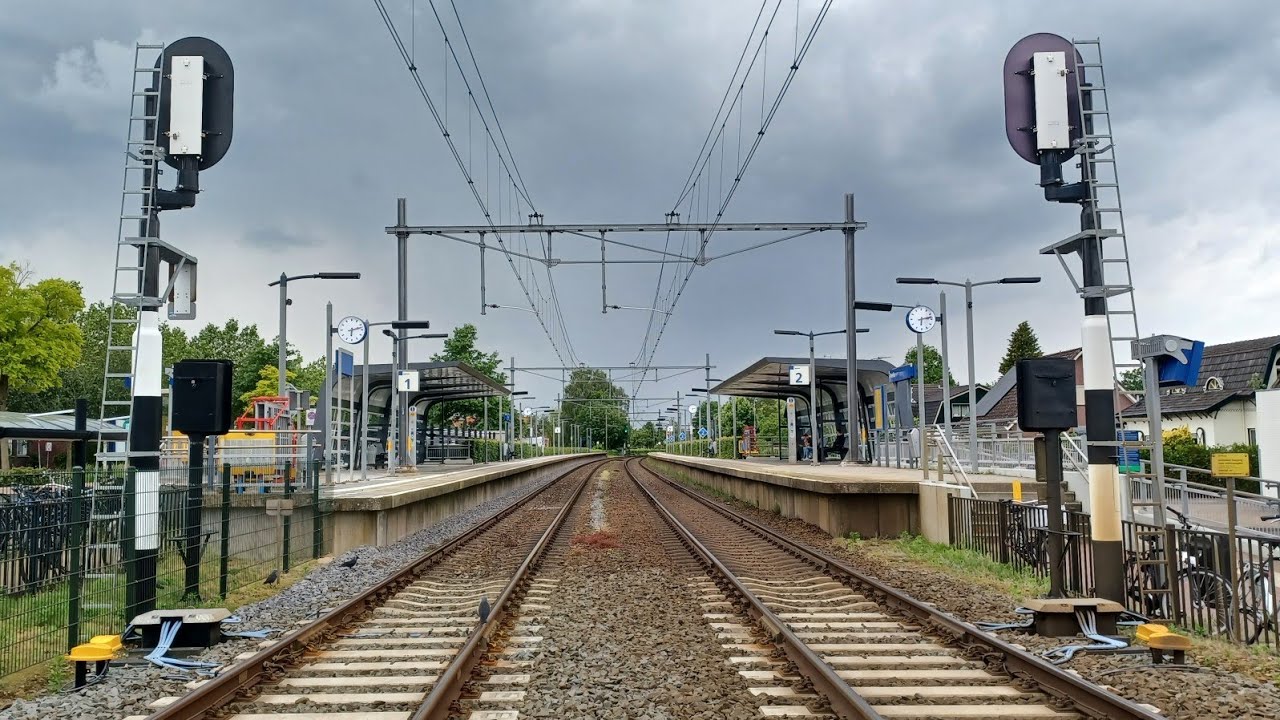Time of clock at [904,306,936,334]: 6:13
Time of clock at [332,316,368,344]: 6:12
